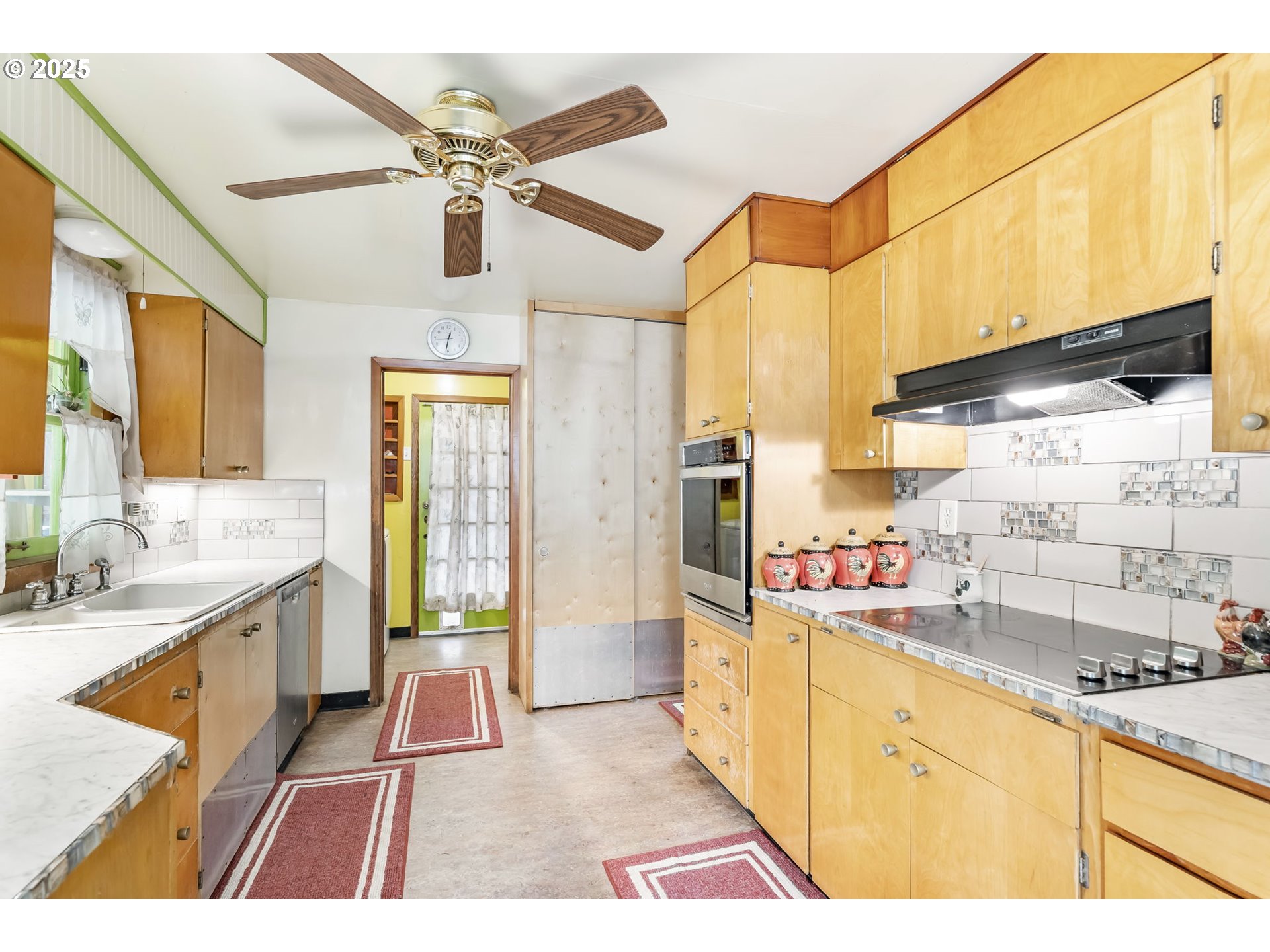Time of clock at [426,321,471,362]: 12:32
